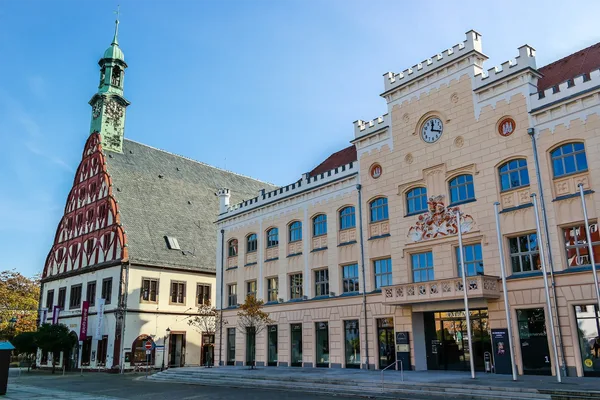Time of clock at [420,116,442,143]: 12:18
